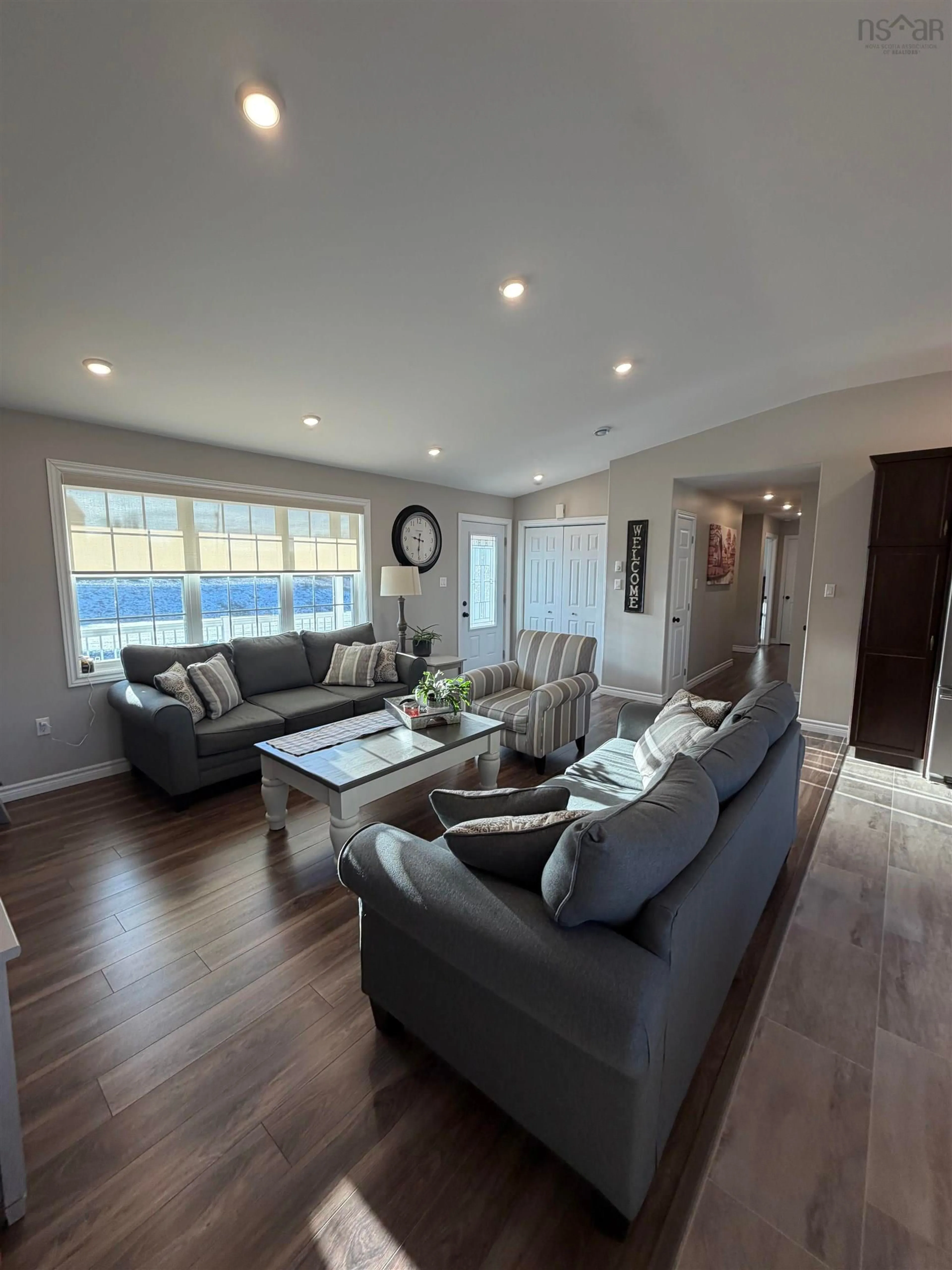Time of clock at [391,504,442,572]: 9:30
